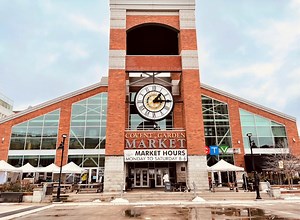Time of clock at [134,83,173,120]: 1:14
